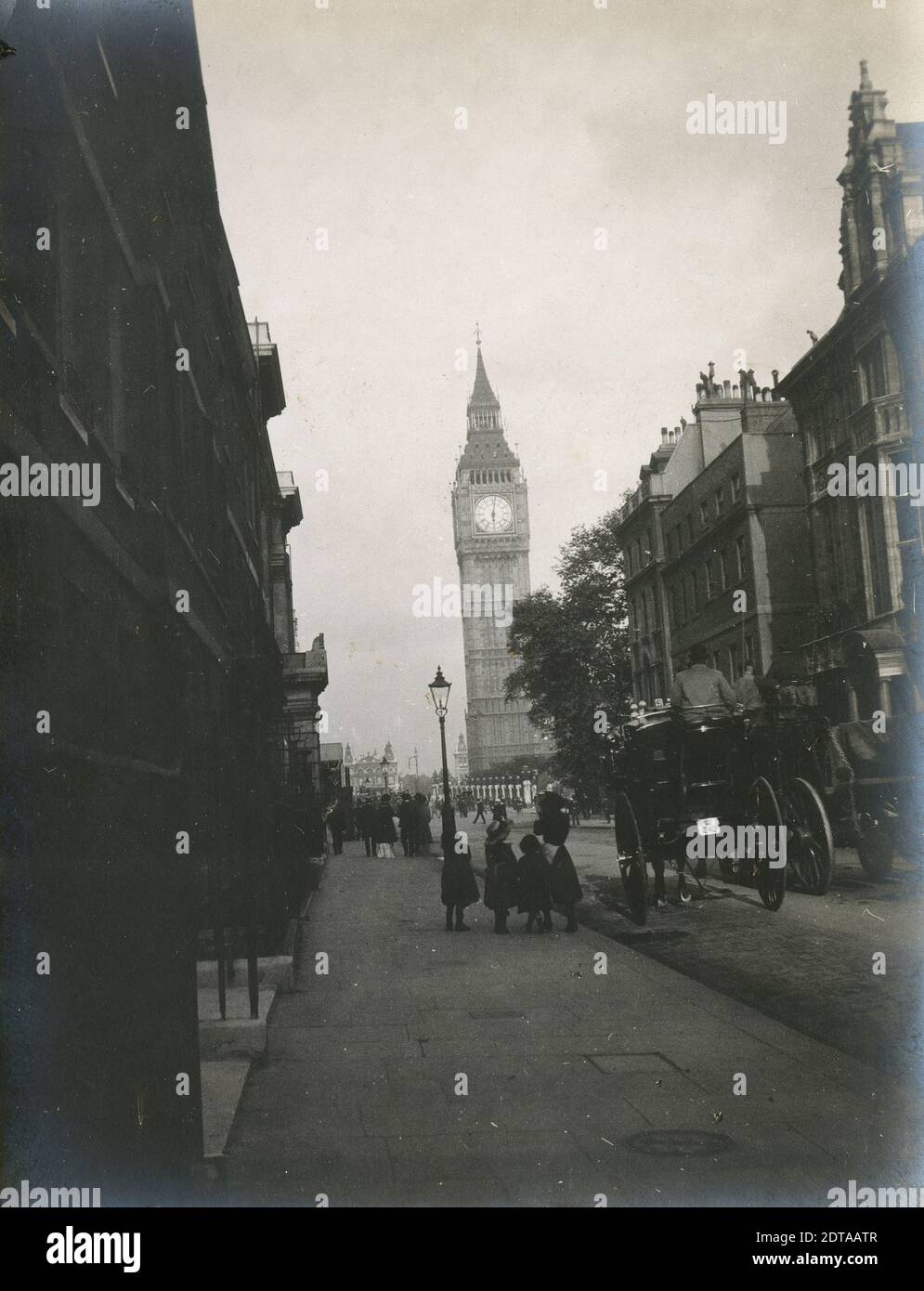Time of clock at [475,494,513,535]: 6:01
